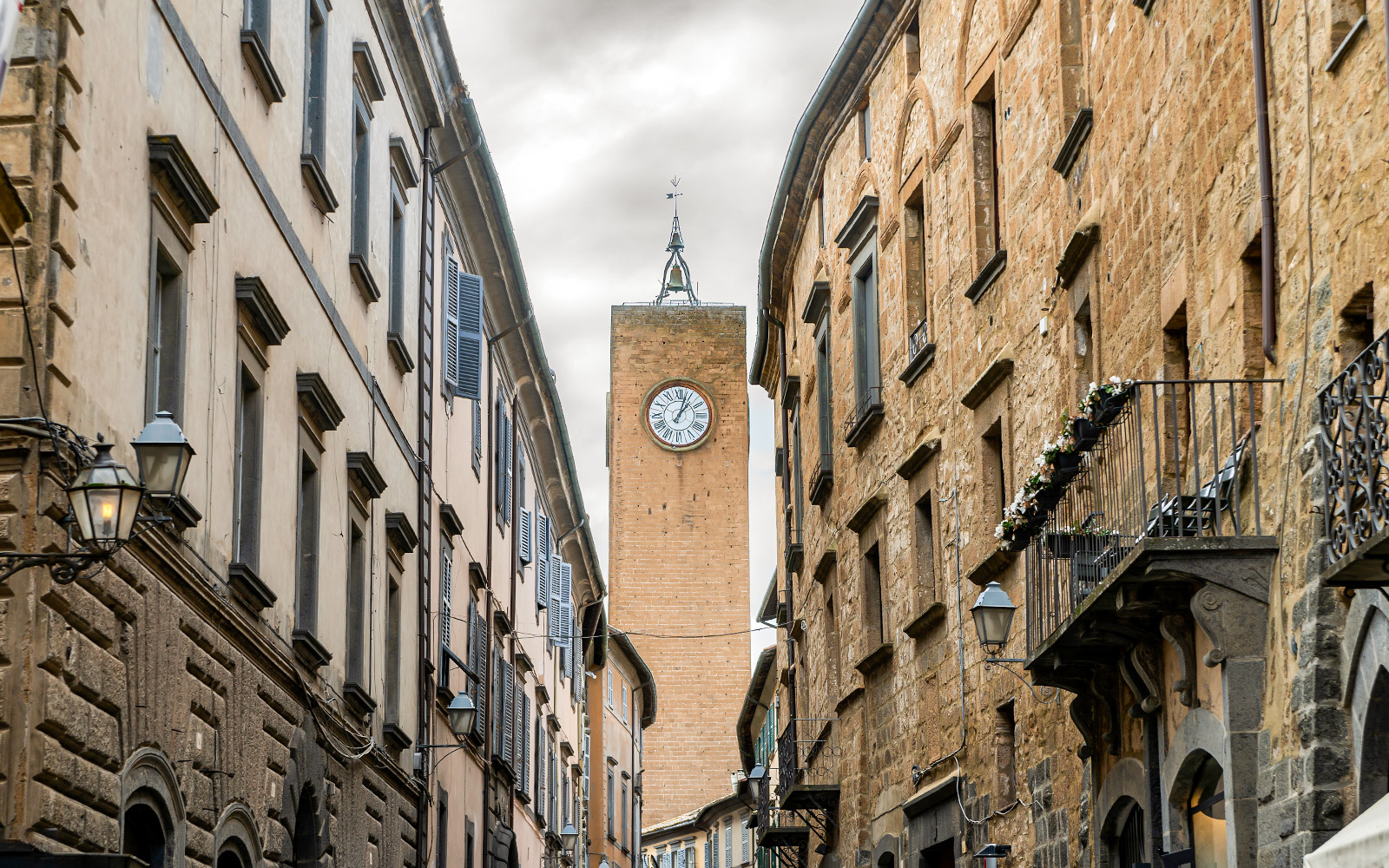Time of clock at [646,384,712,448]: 1:03
